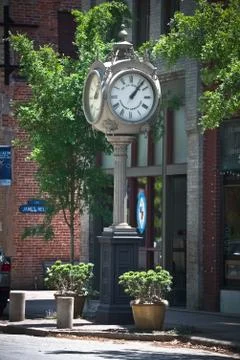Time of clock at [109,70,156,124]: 1:06
